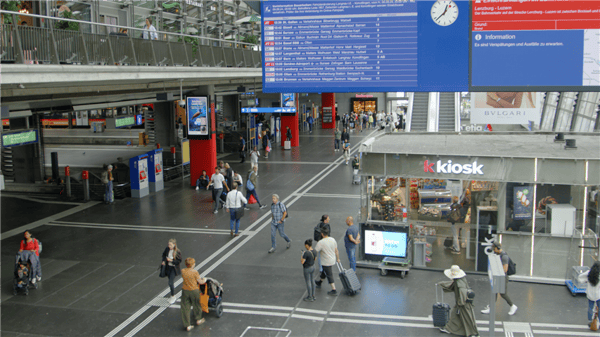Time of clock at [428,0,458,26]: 12:37
